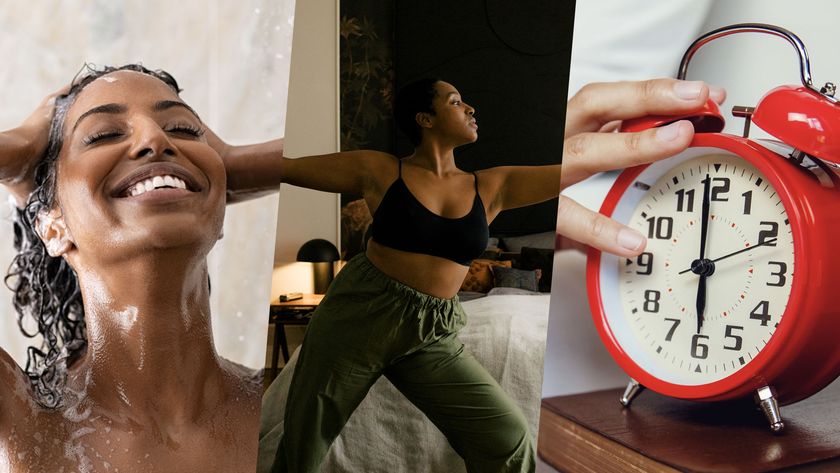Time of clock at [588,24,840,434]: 5:59
